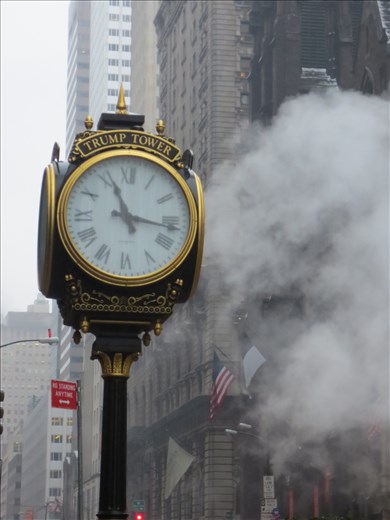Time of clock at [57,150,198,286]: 11:16
